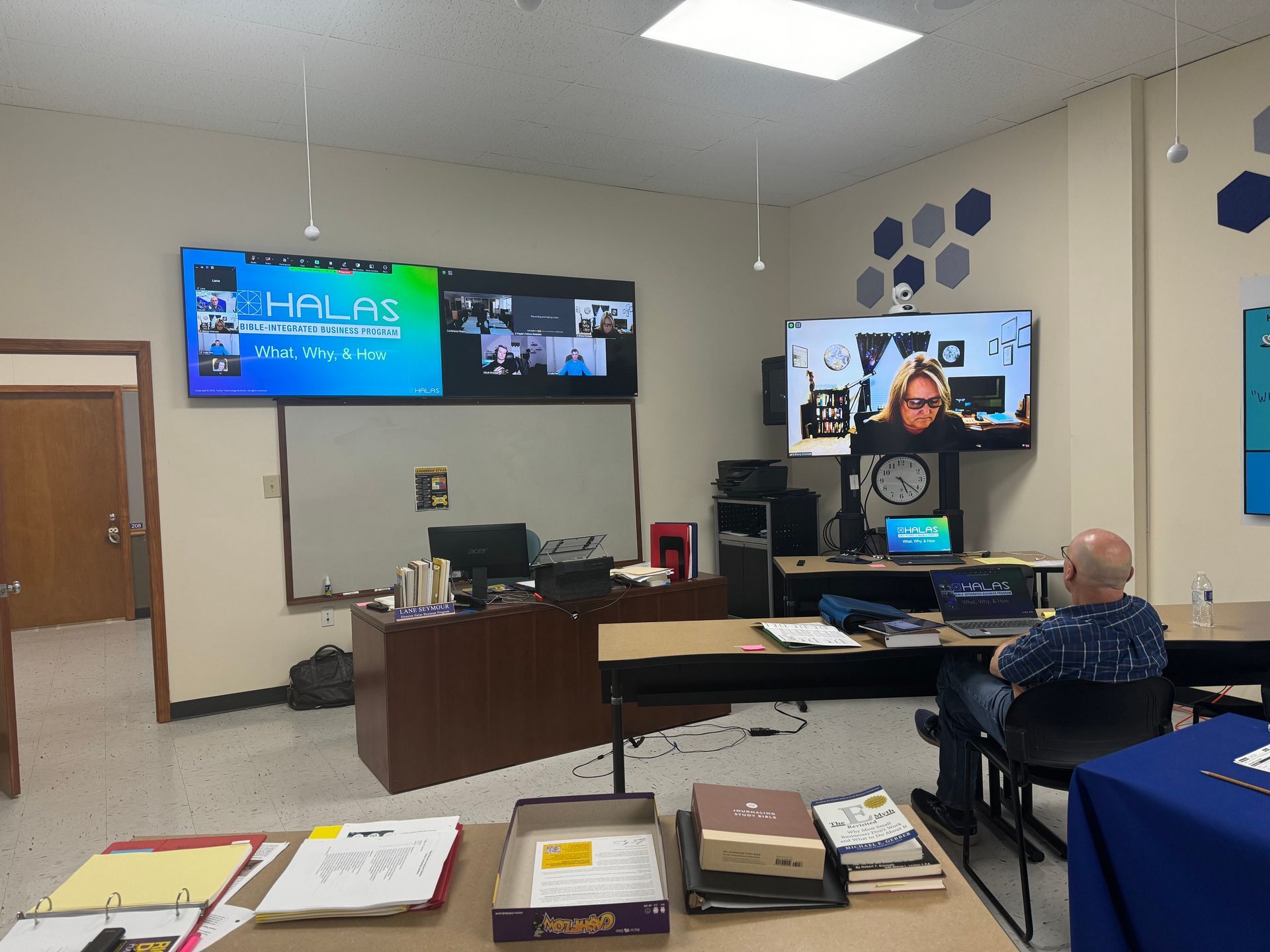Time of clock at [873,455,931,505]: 5:21
